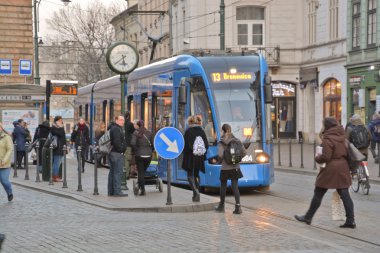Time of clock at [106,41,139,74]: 5:38
